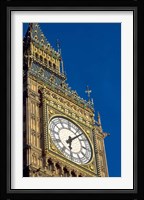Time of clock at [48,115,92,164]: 6:07
